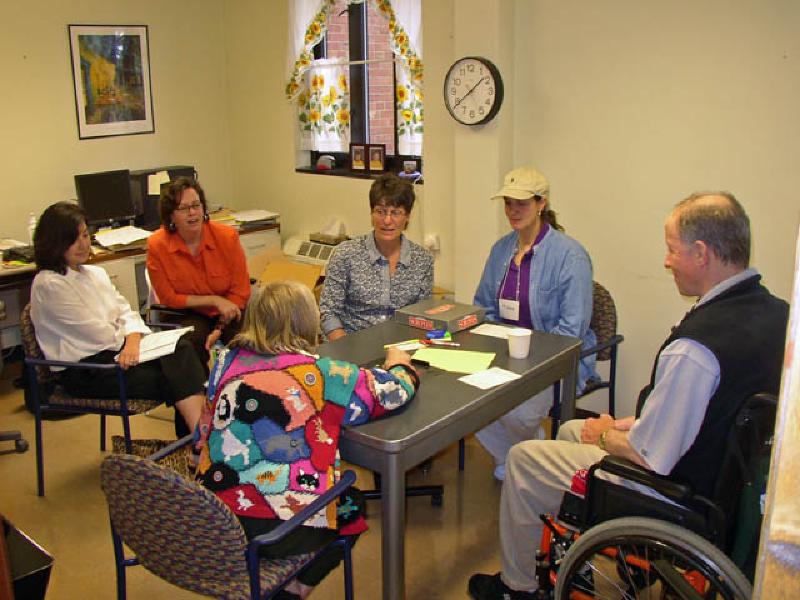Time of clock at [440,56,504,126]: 1:39
